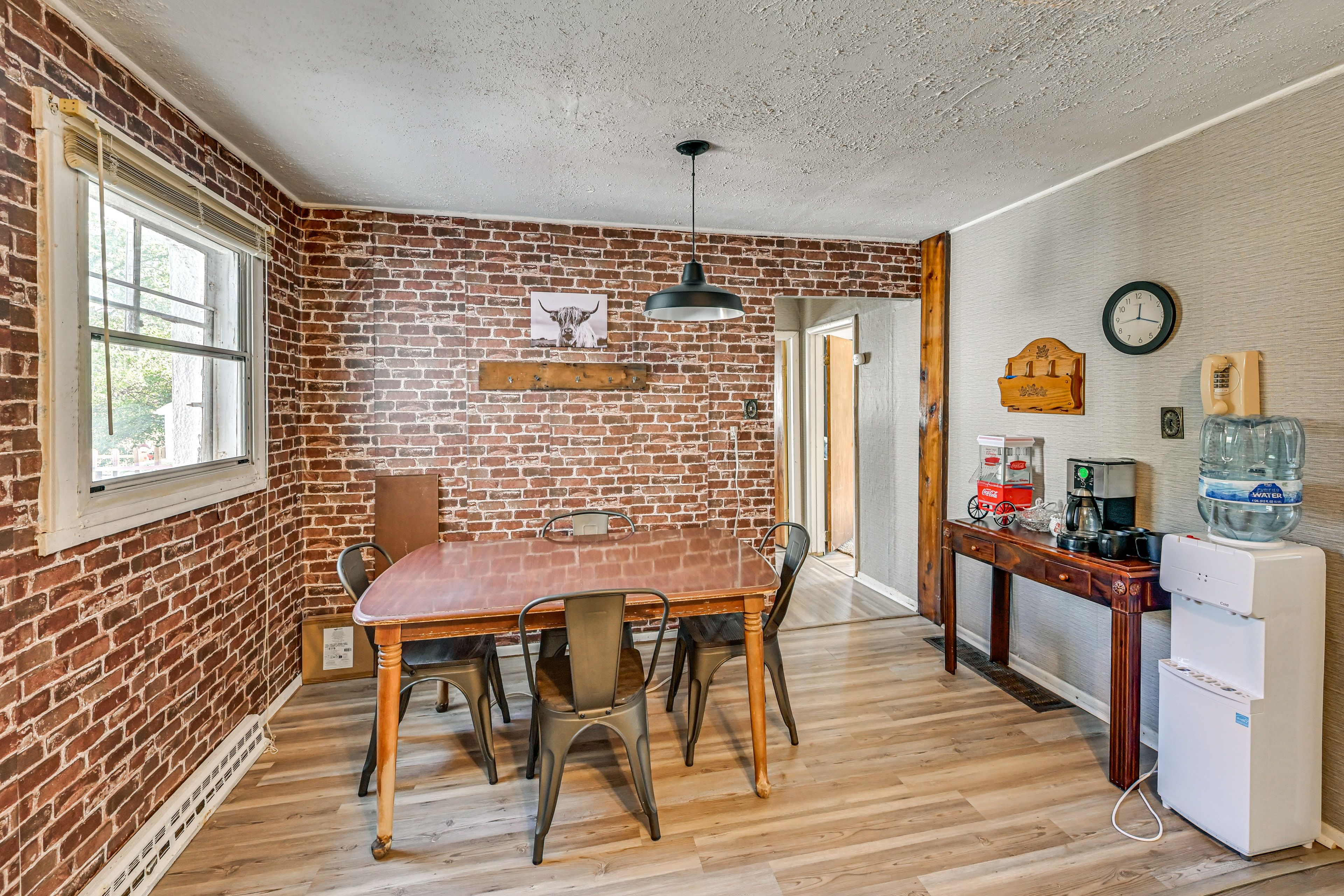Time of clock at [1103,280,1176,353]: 12:18
